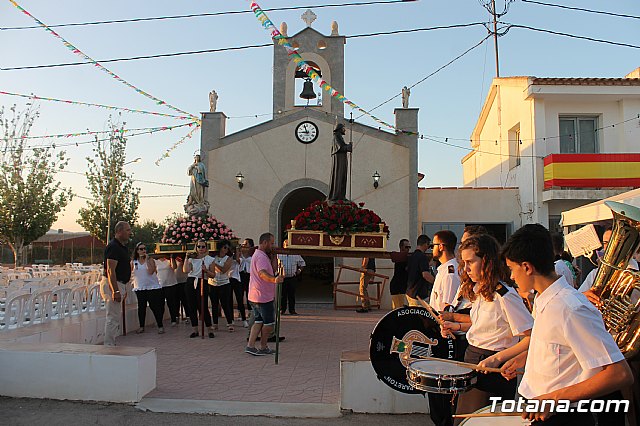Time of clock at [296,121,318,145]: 8:56
